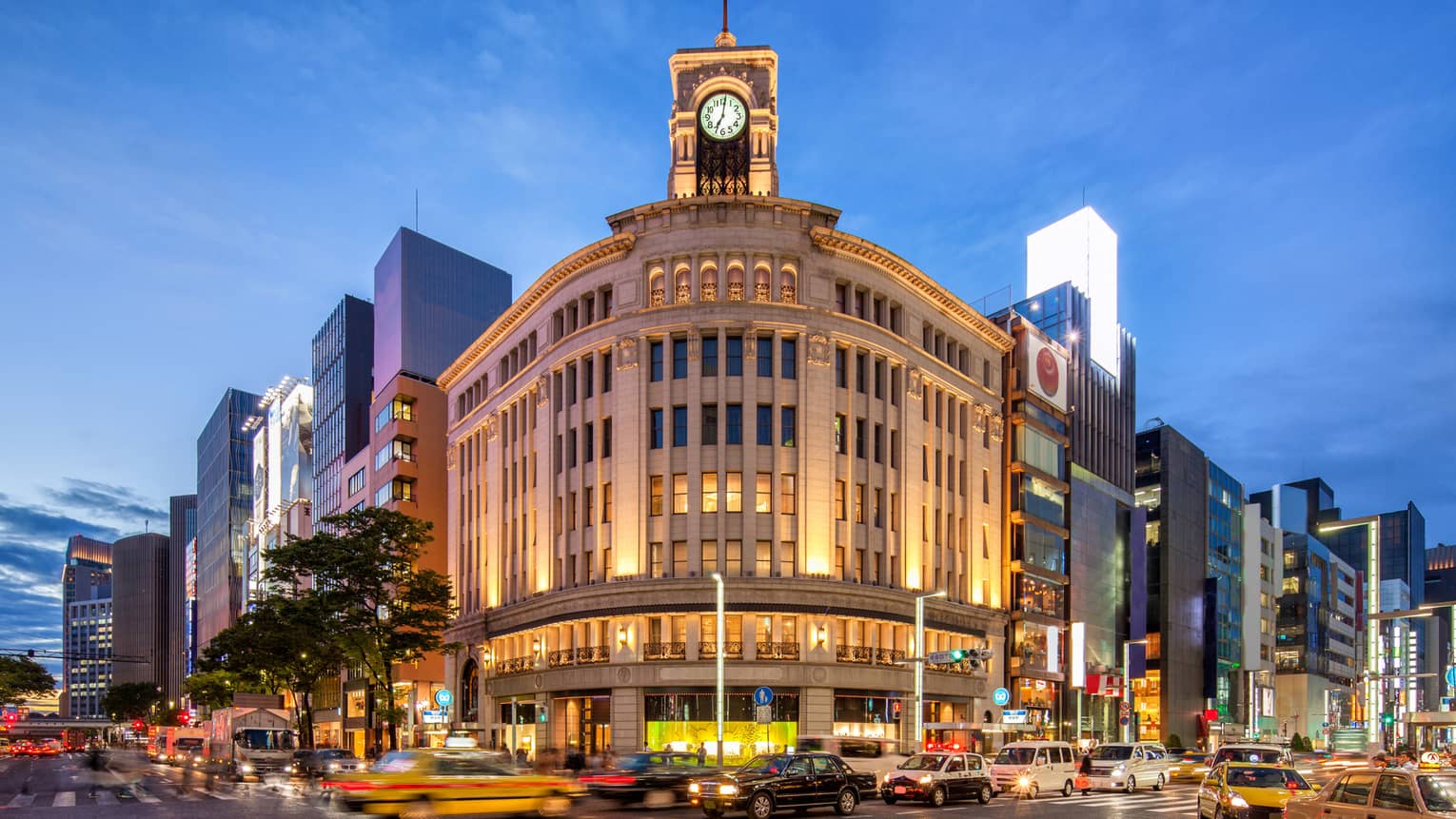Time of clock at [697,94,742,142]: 7:01
